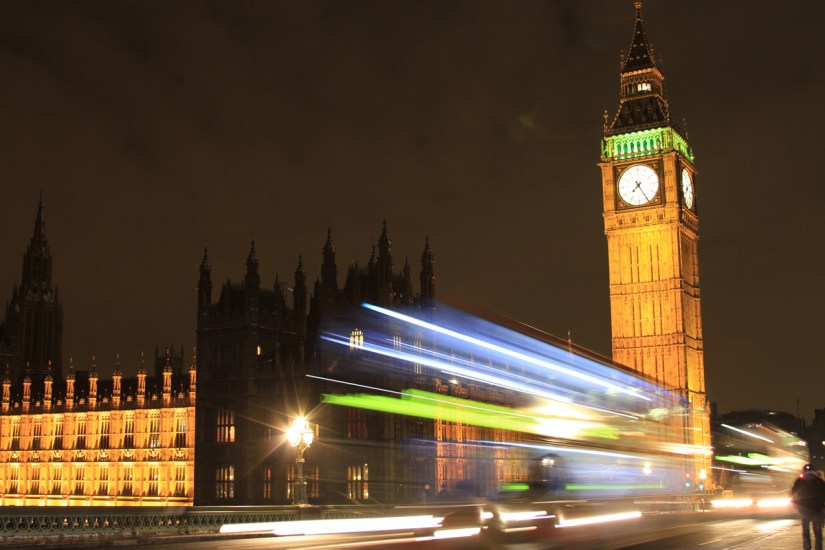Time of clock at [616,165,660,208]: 7:25
